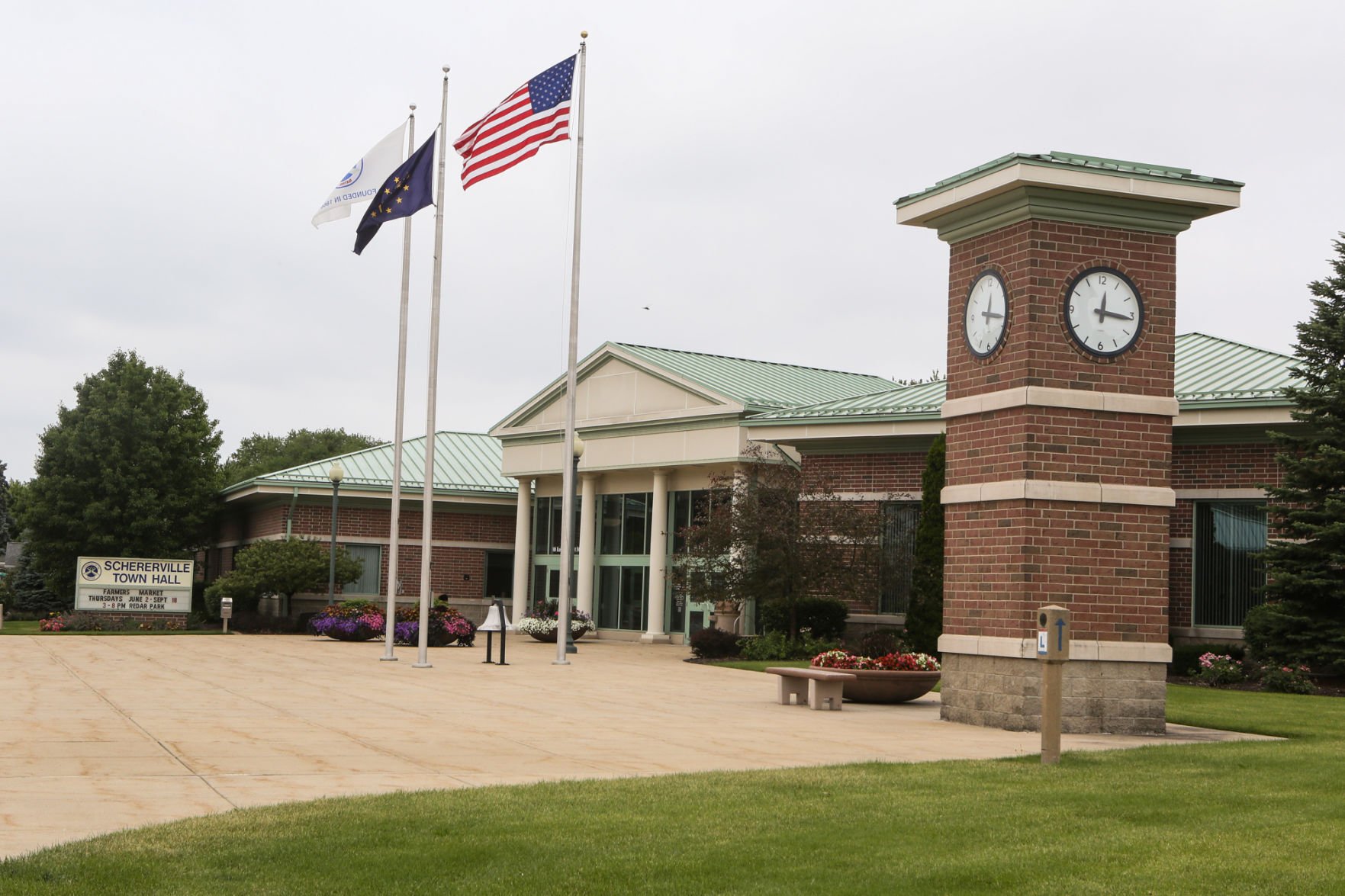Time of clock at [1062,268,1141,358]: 12:16
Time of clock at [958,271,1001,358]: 12:16
